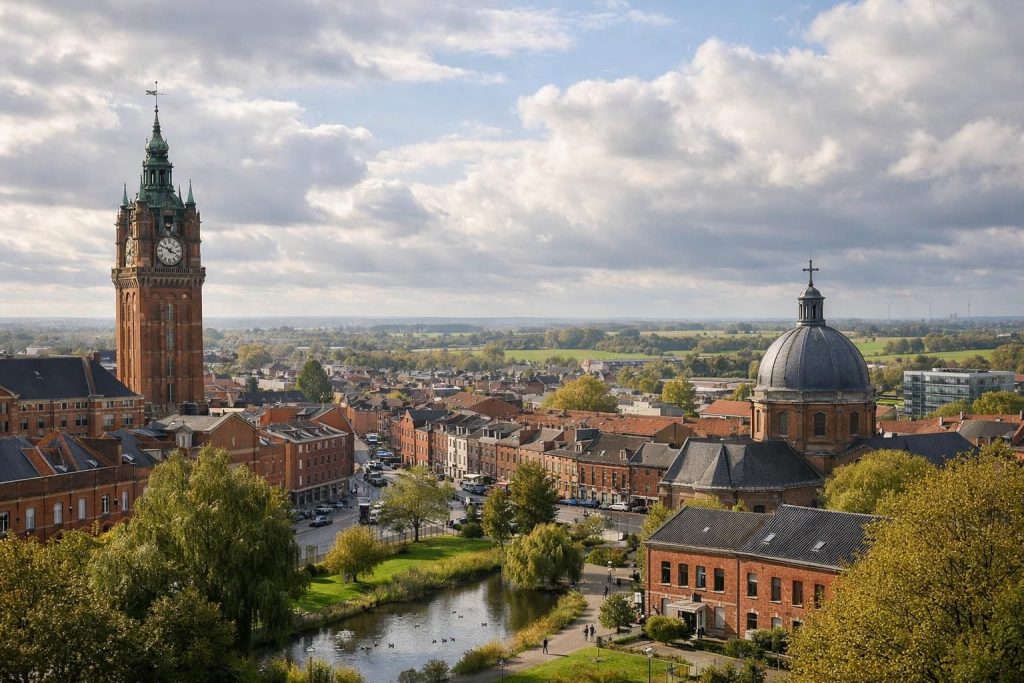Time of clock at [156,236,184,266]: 3:49
